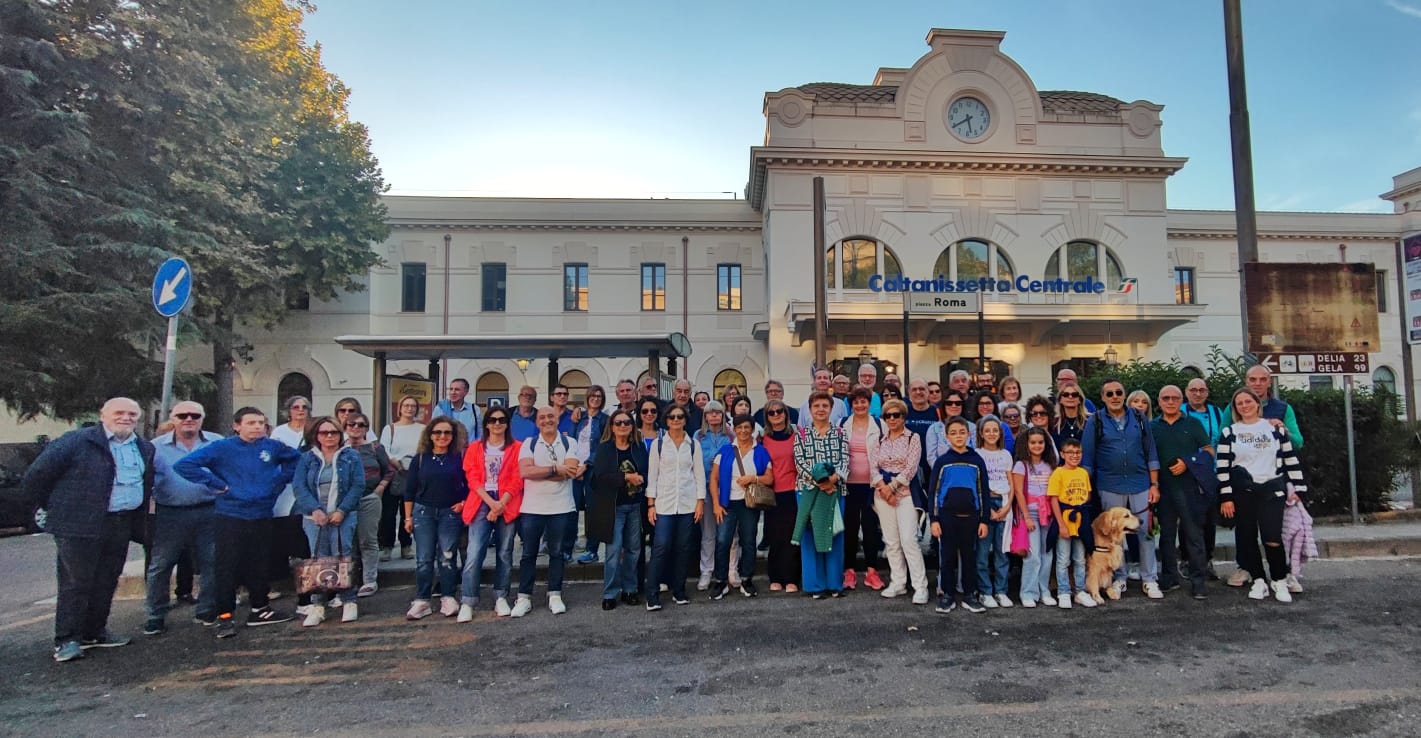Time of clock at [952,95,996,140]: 5:39
